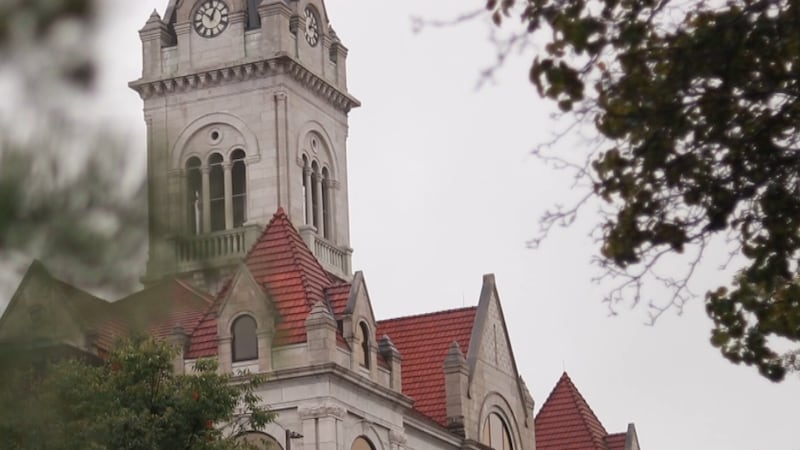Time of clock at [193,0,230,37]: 12:51
